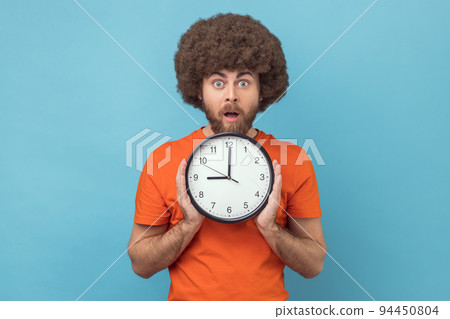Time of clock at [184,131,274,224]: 9:00
